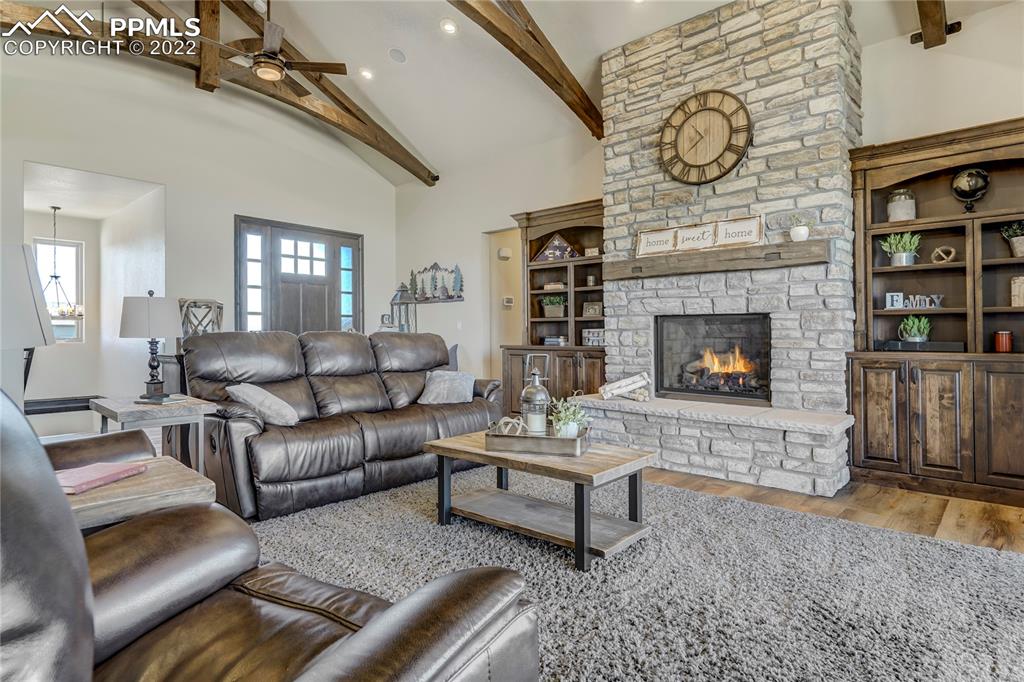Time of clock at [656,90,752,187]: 7:53
